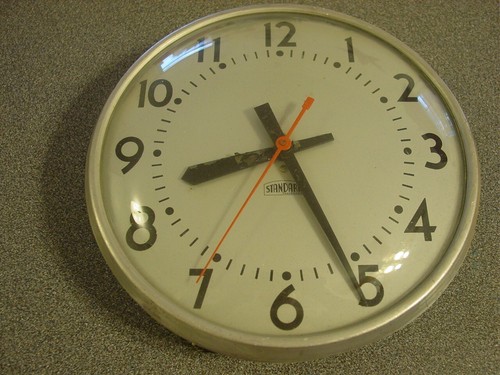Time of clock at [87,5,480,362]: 8:25
